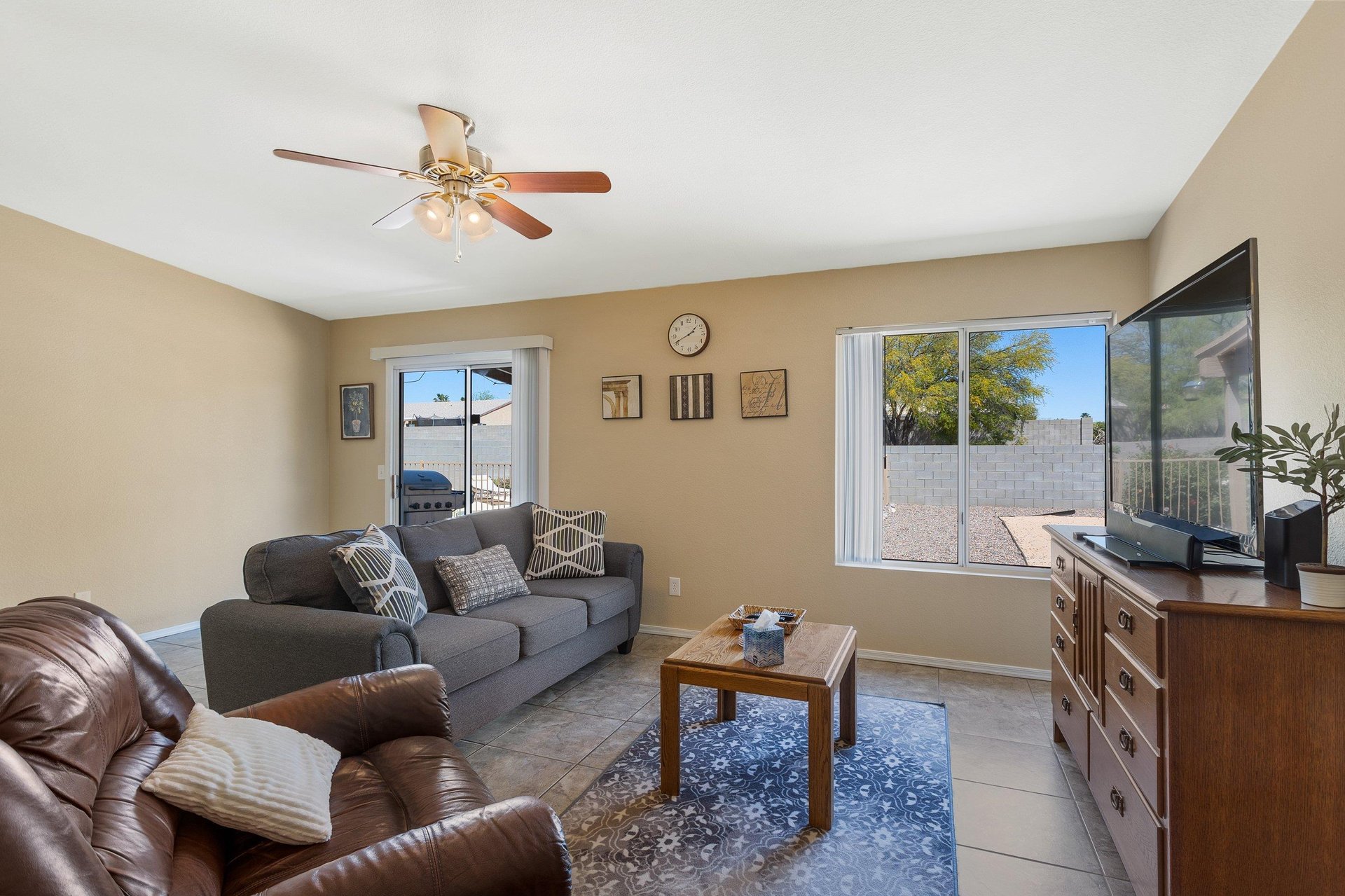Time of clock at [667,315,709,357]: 1:41
